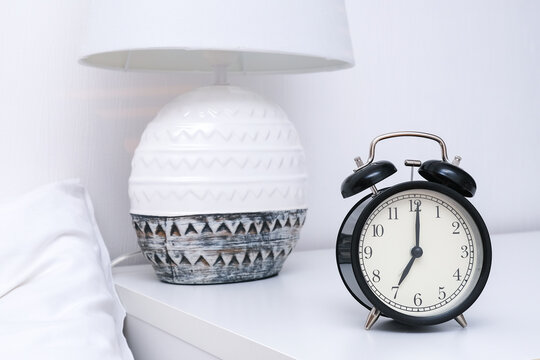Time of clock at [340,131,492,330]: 7:00
